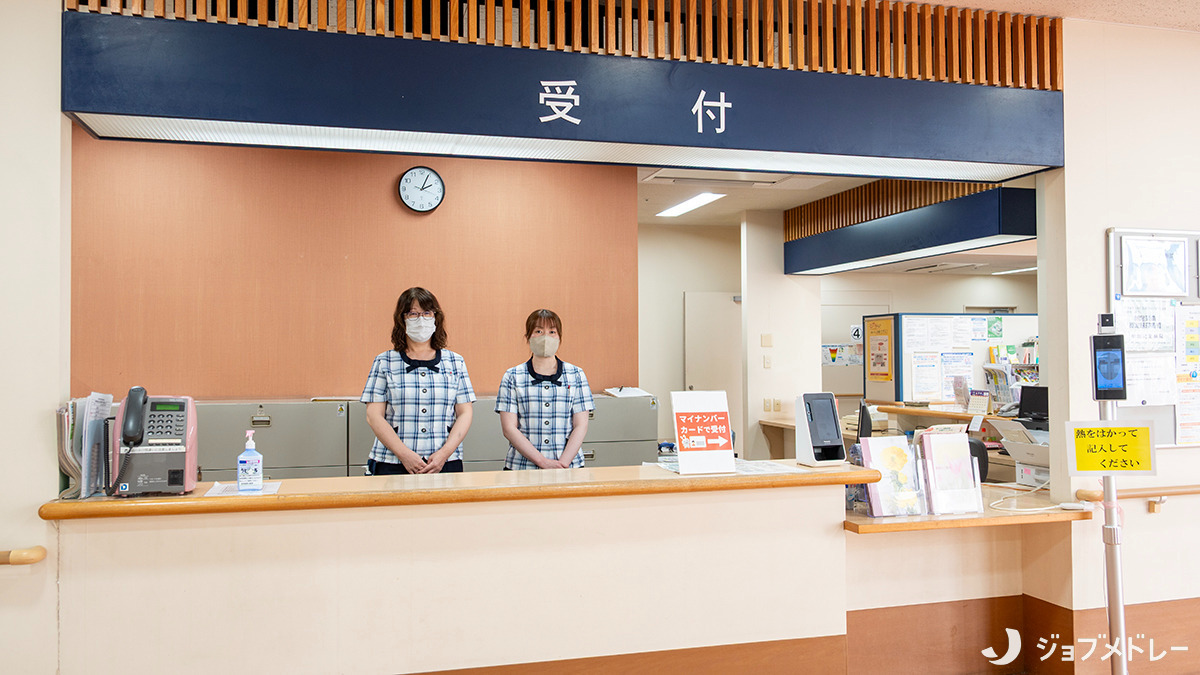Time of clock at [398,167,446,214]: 2:04
